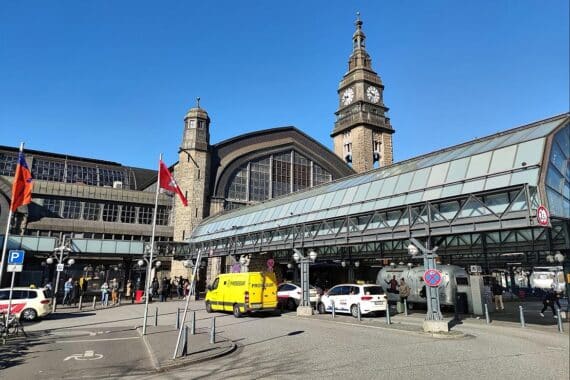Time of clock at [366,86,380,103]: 9:36
